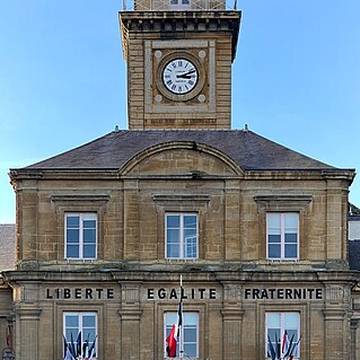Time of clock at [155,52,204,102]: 3:11
